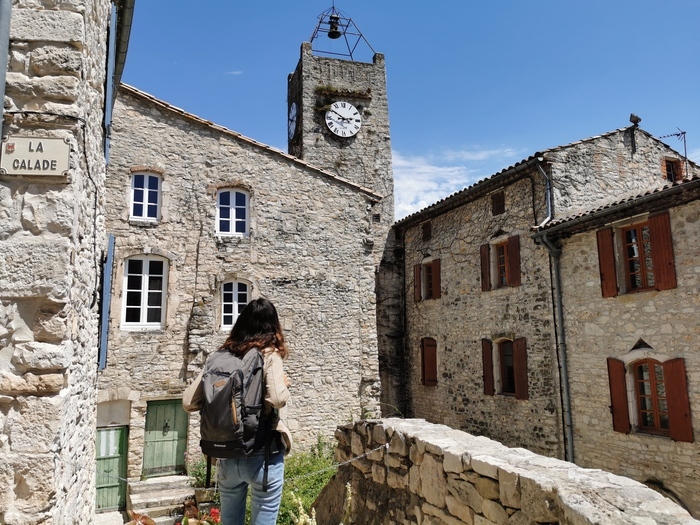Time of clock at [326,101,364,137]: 2:50
